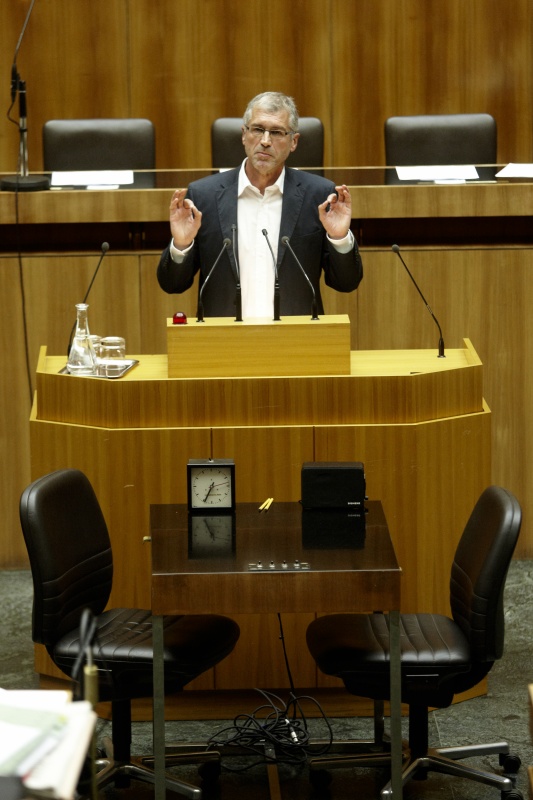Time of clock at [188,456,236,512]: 2:34
